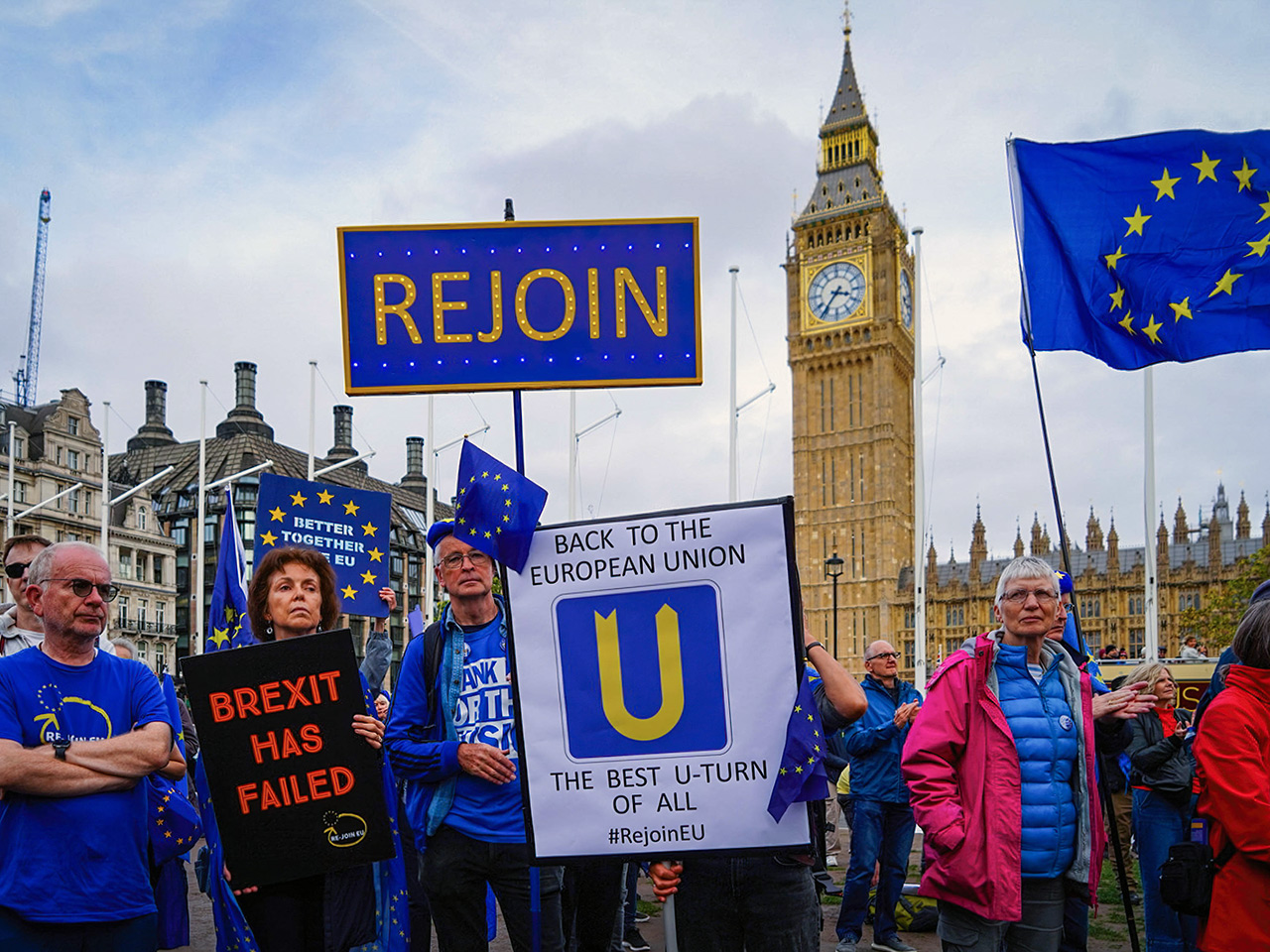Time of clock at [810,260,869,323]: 3:36
